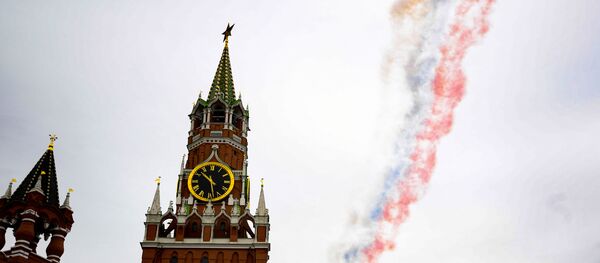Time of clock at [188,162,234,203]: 10:28
